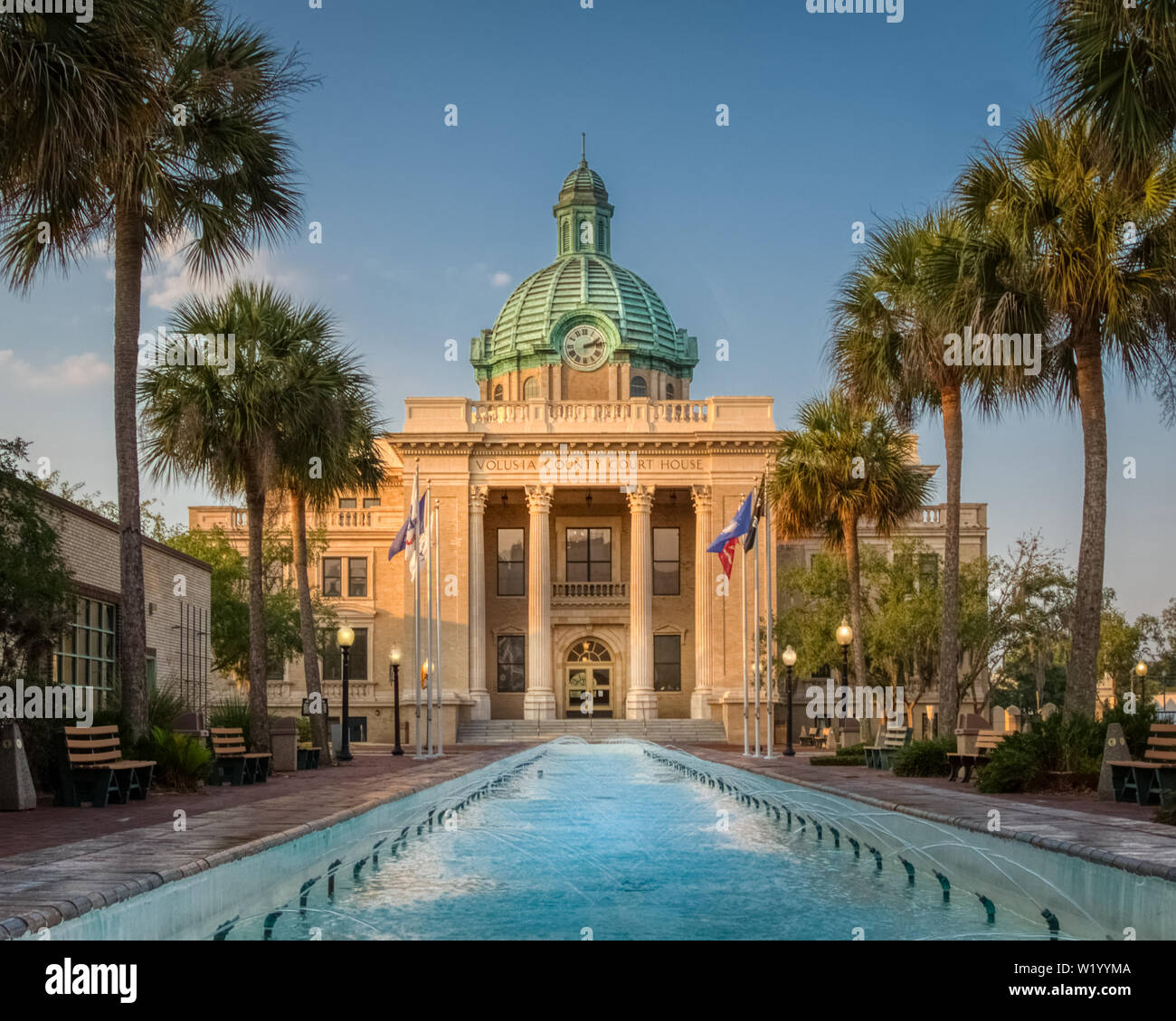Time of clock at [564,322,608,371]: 2:13
